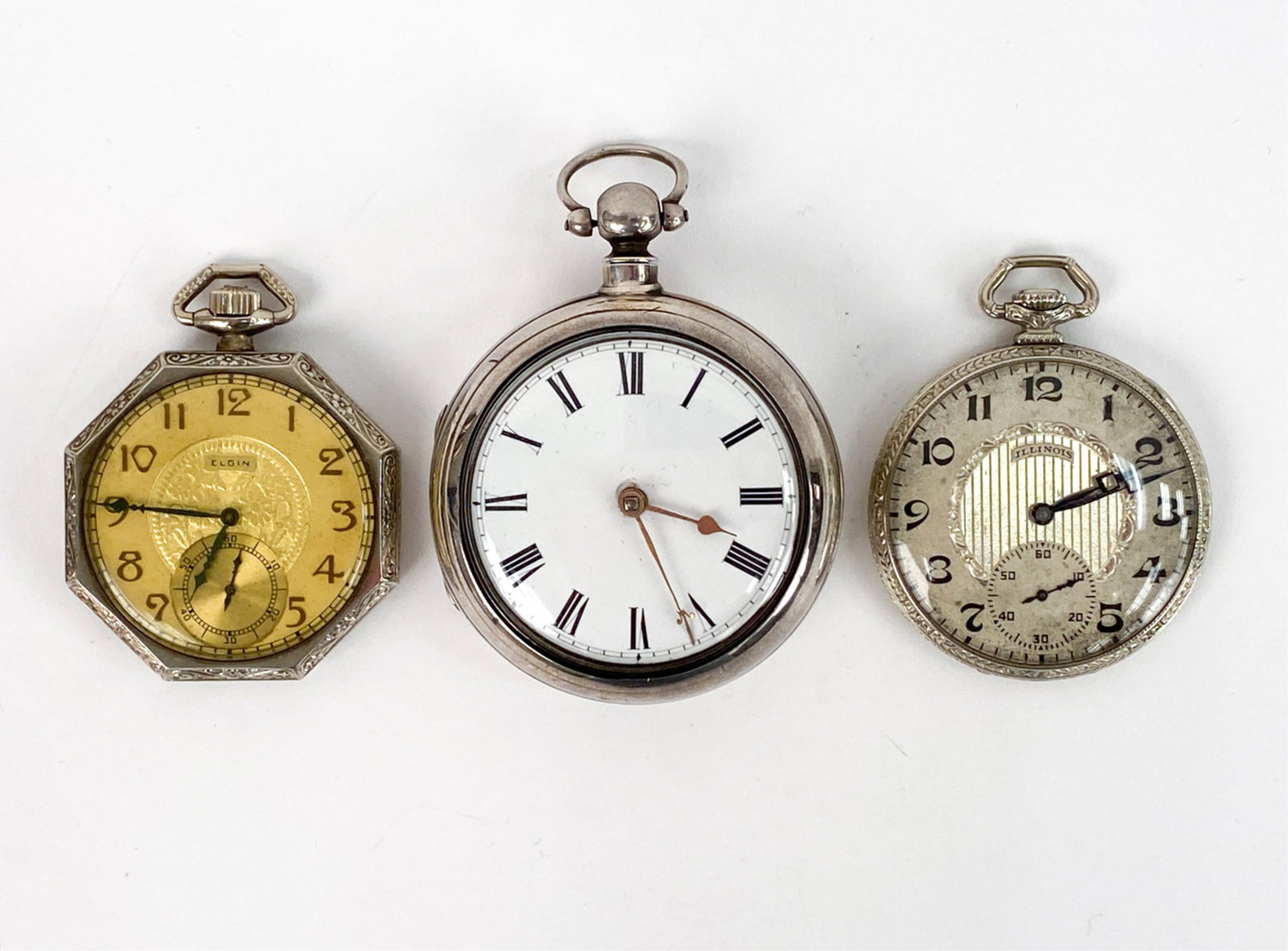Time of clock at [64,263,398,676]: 6:45
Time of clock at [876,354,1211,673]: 2:11
